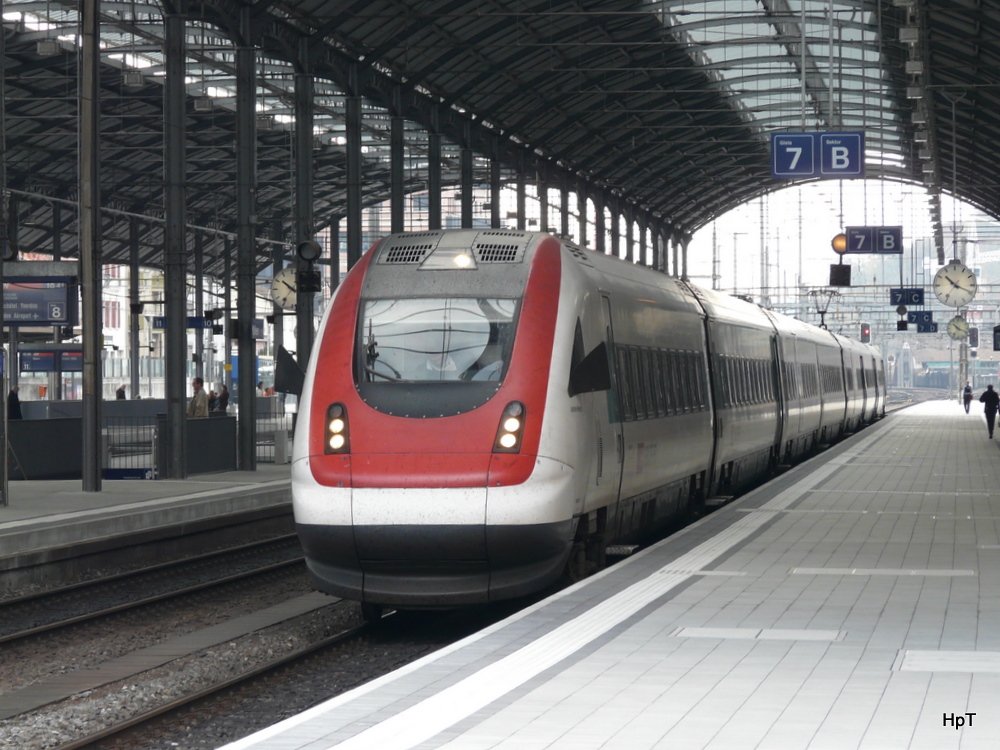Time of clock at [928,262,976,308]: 10:18
